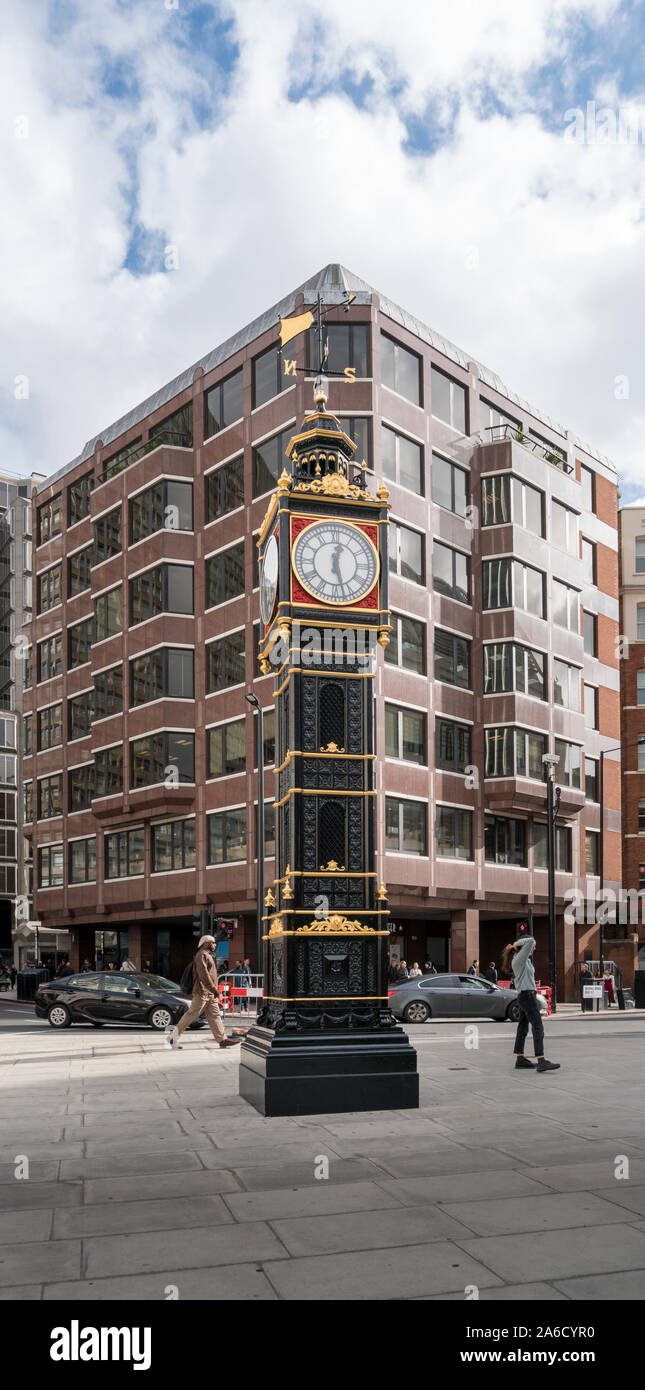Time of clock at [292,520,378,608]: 12:27
